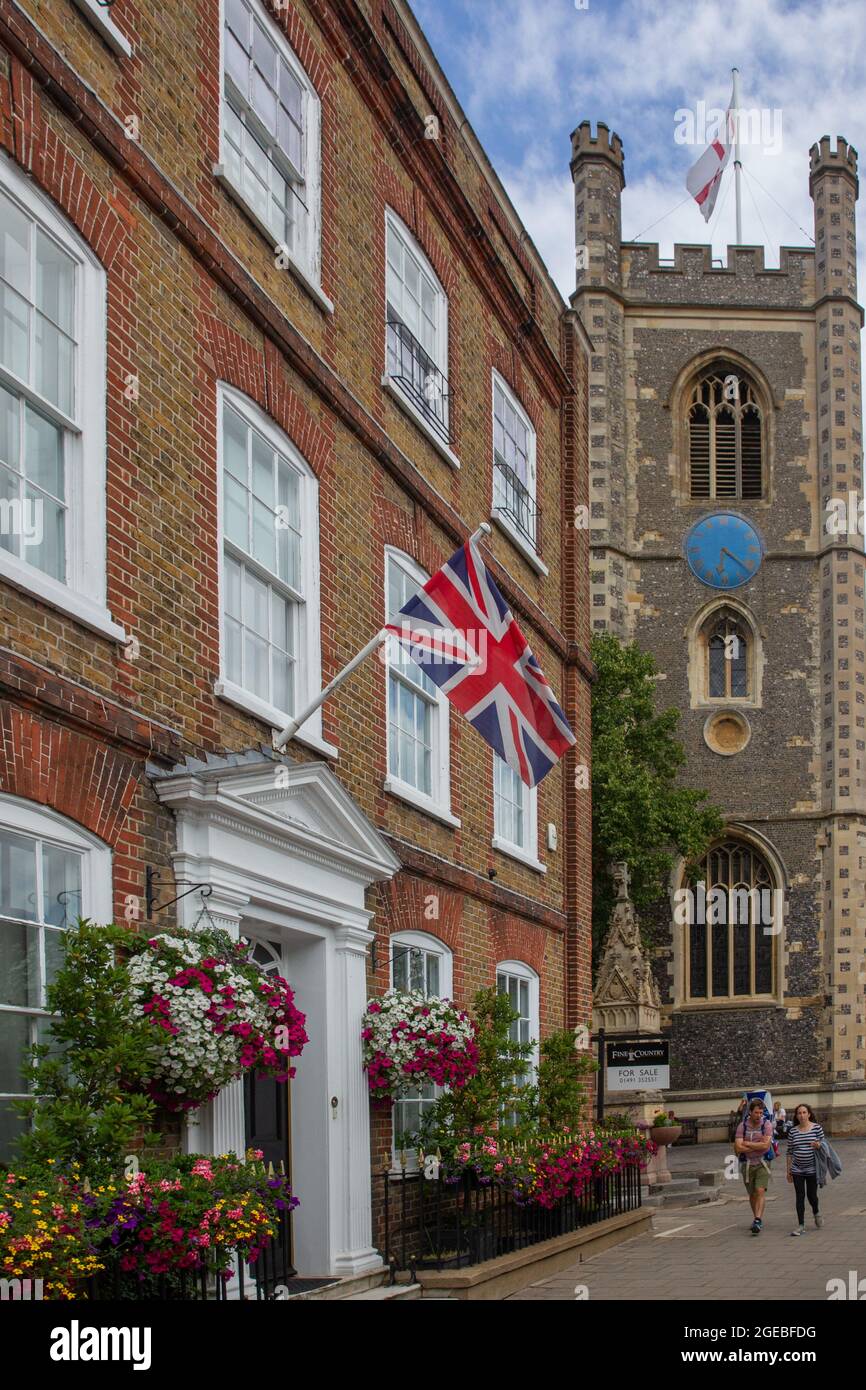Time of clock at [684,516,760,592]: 6:21
